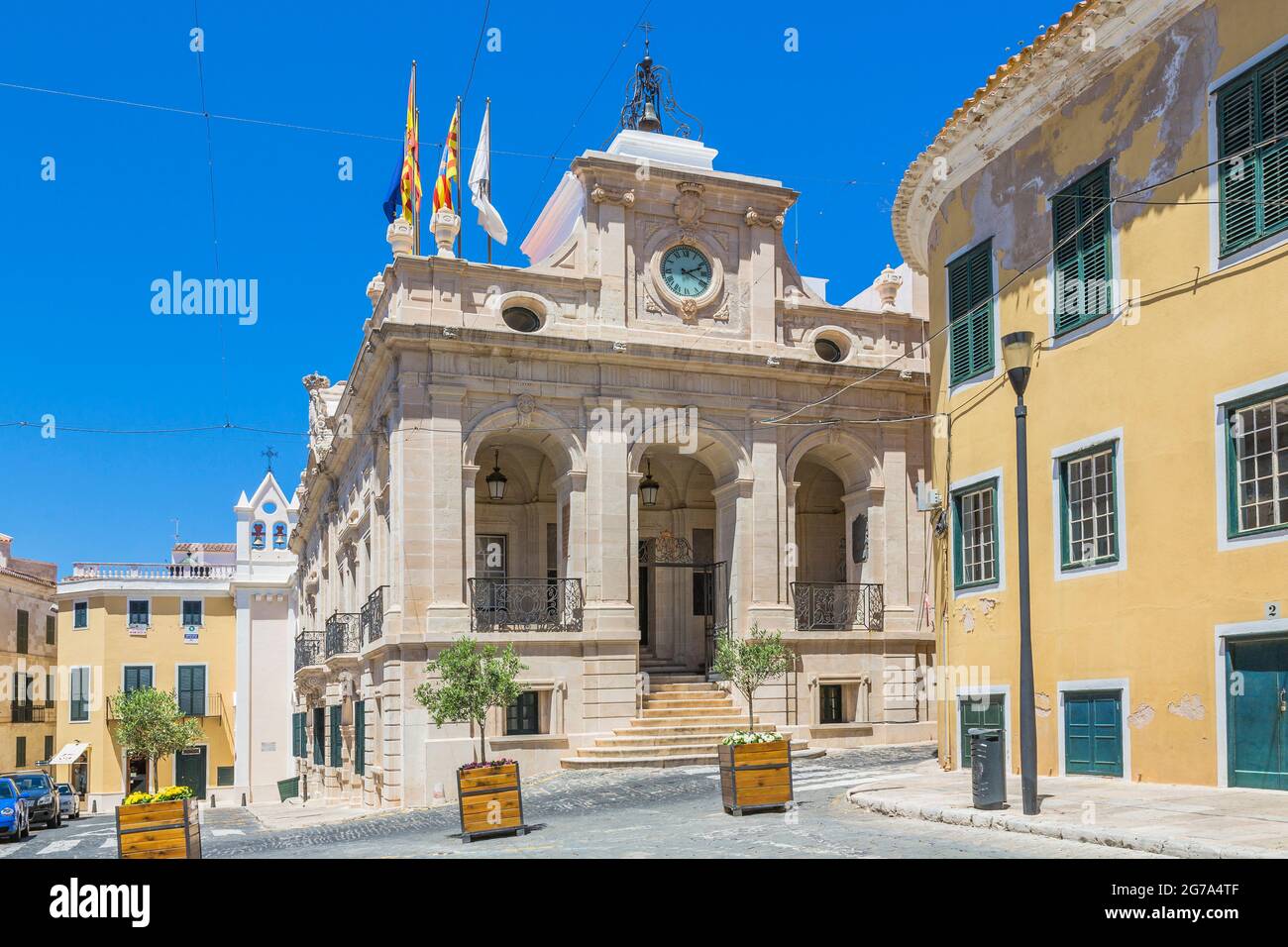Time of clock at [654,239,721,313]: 2:18
